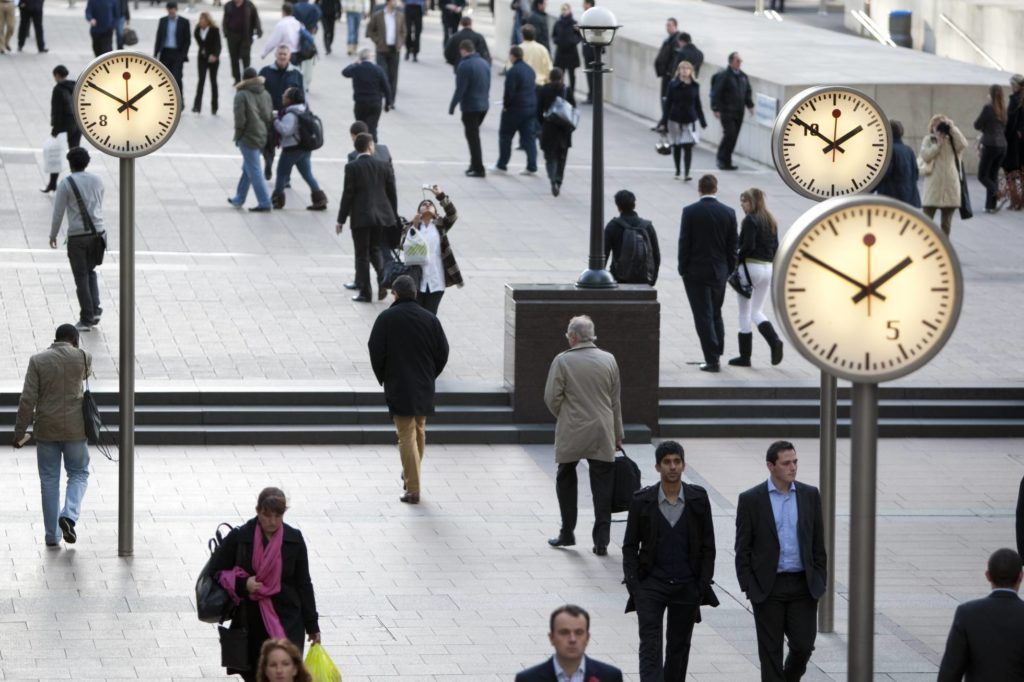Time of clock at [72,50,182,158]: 1:50
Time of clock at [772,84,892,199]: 1:50
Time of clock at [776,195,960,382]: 1:50
